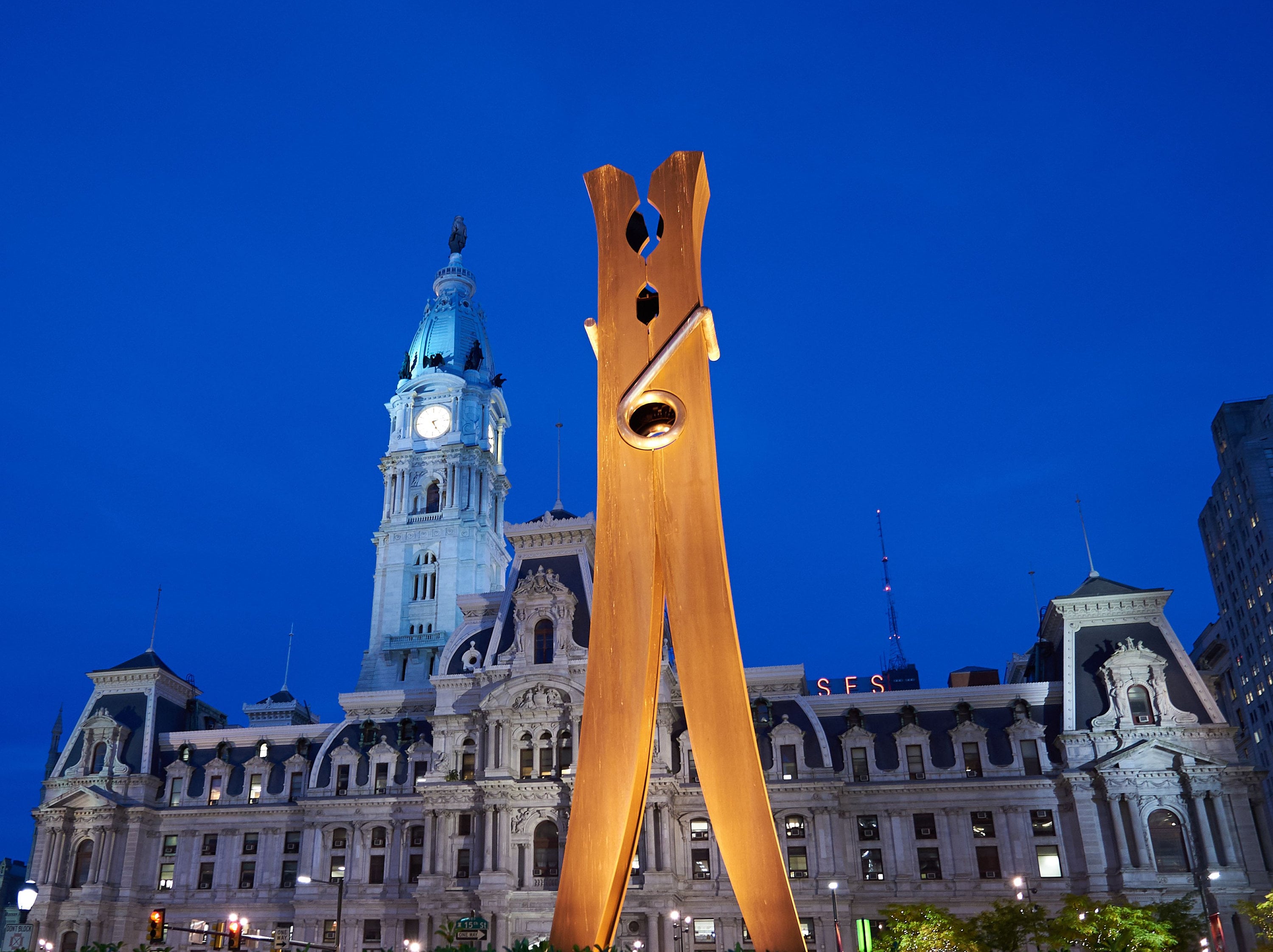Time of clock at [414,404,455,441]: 2:25
